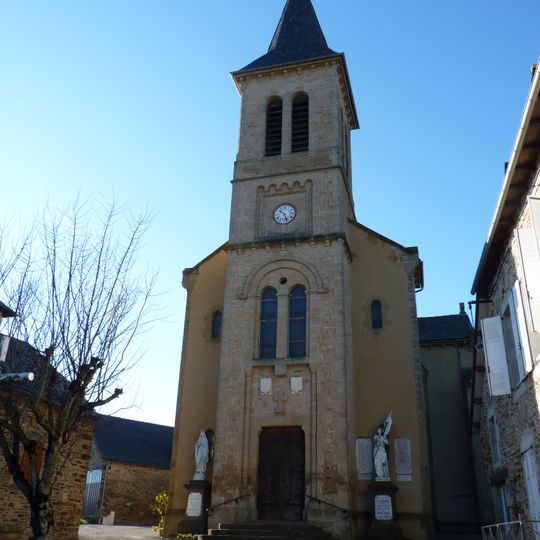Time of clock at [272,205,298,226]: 10:26
